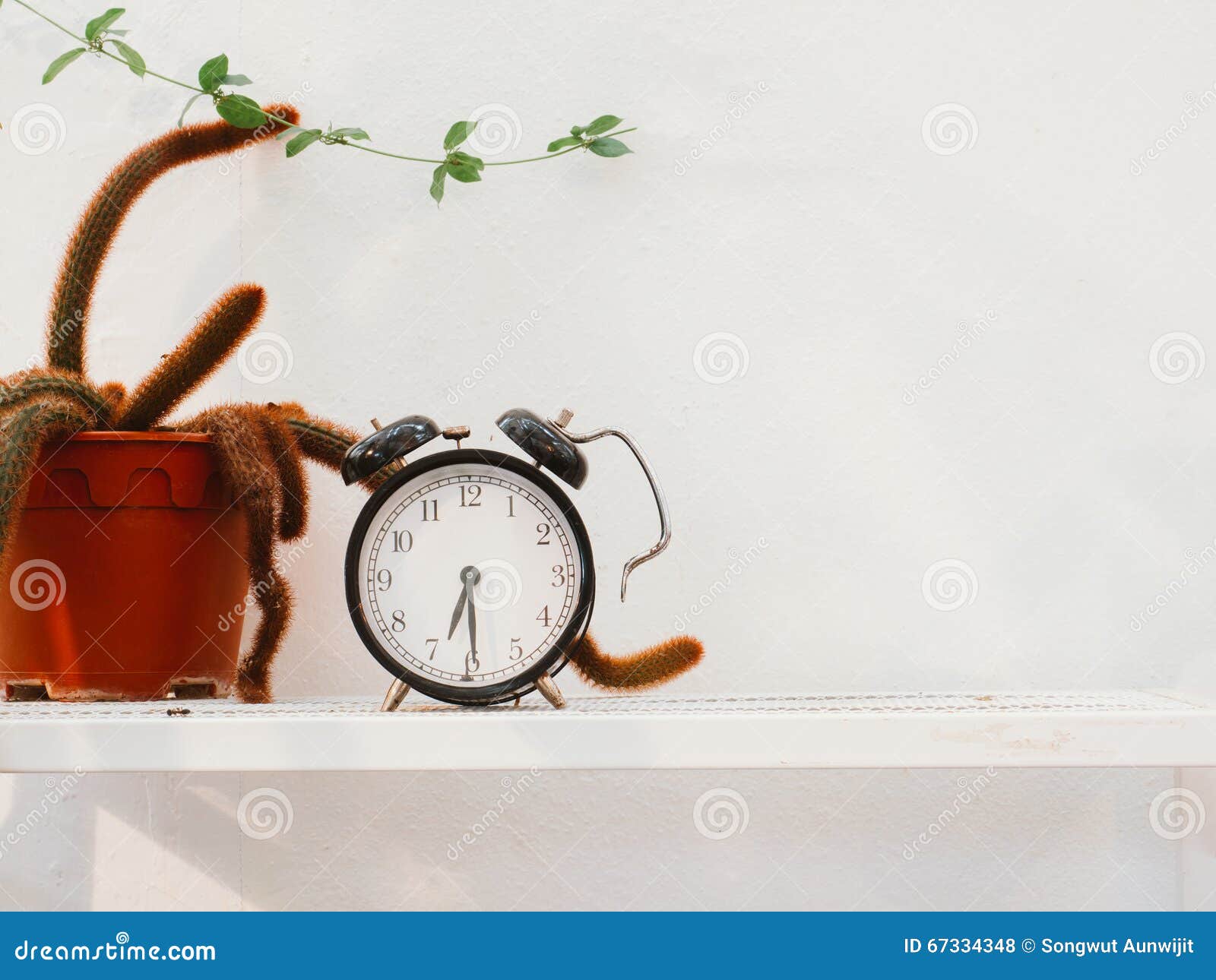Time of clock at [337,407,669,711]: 6:29
